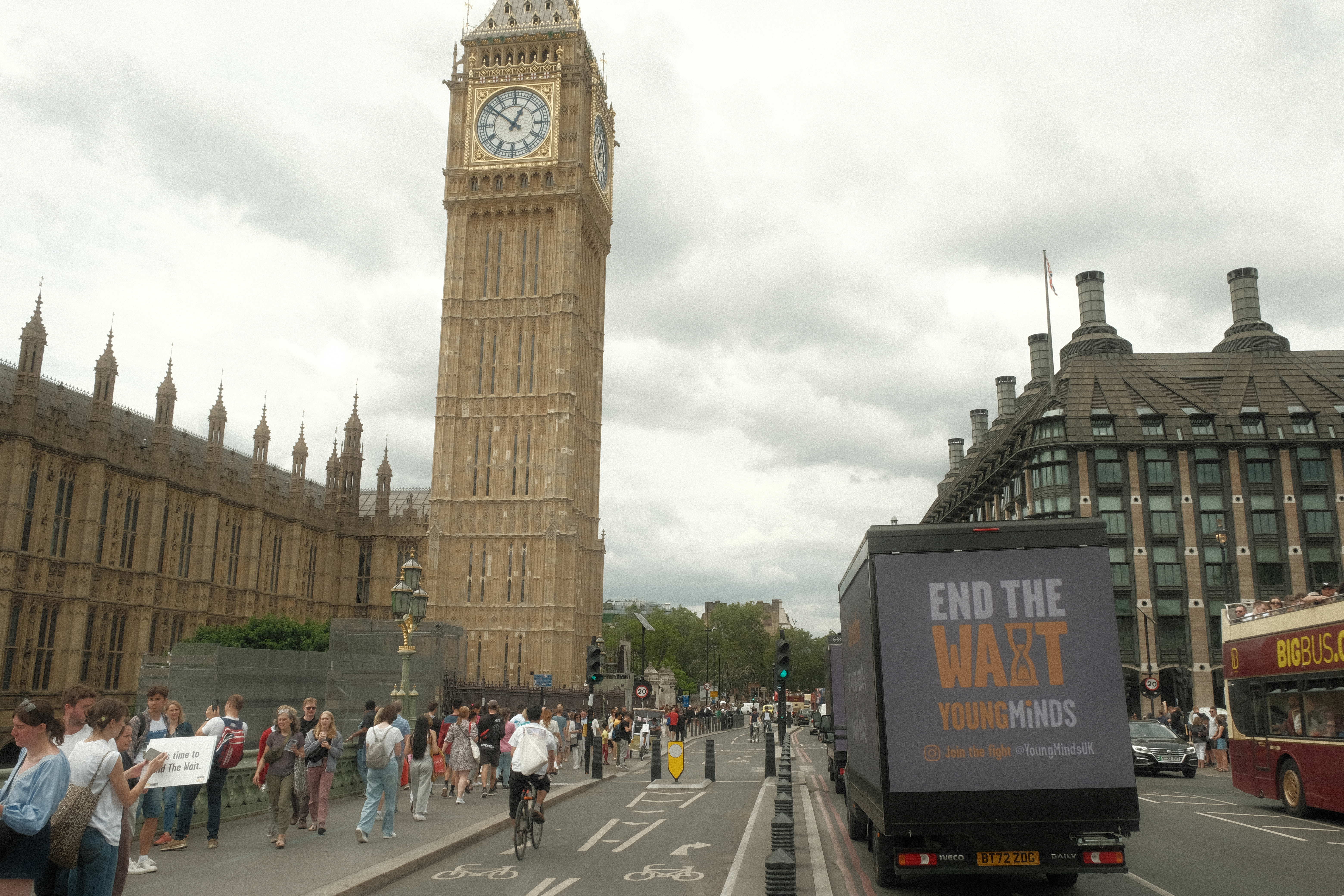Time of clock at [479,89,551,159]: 12:51
